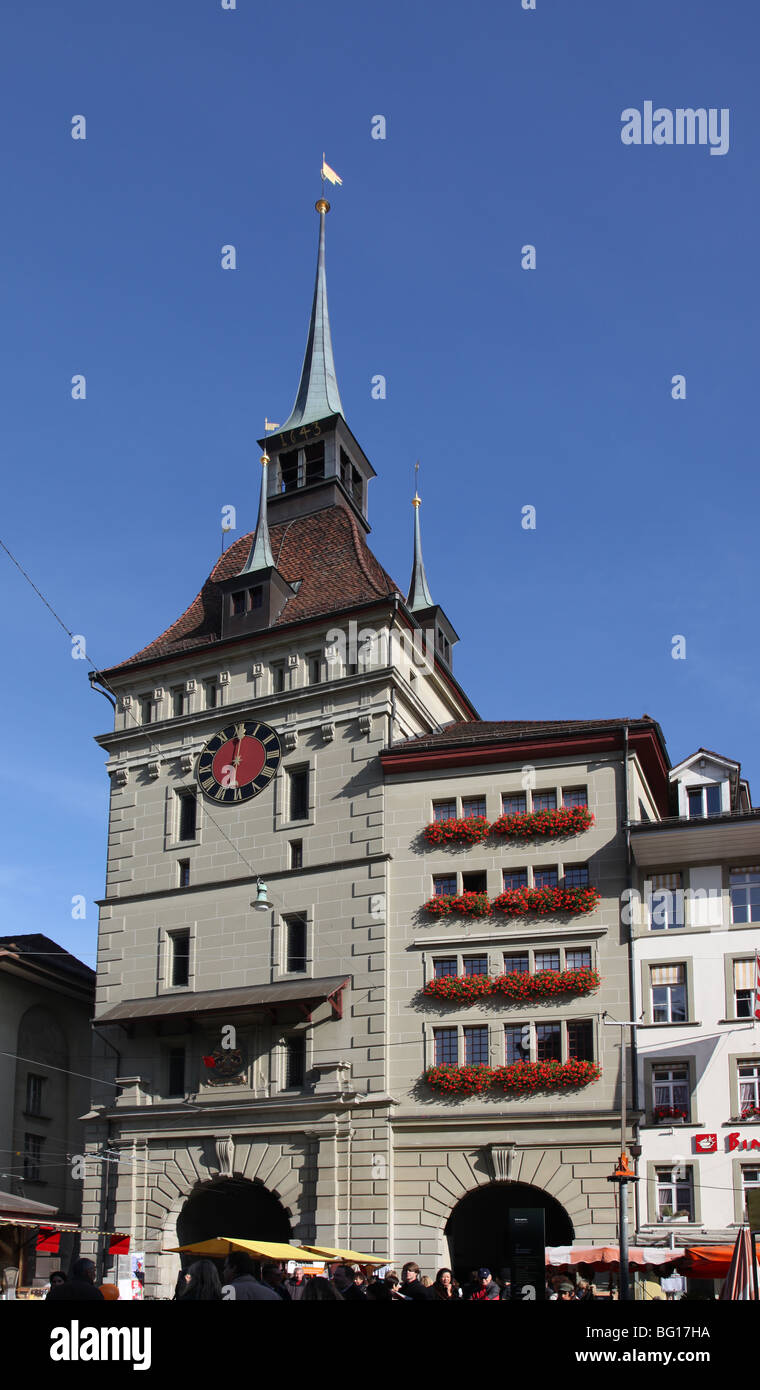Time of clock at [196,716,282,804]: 6:00
